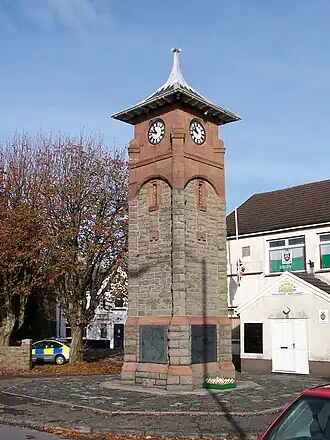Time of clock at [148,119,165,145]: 10:47
